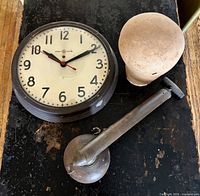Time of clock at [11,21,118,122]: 10:10
